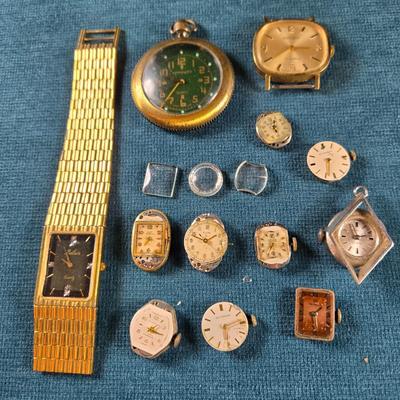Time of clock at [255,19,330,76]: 3:02
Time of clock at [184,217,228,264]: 1:47
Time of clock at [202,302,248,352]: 6:13
